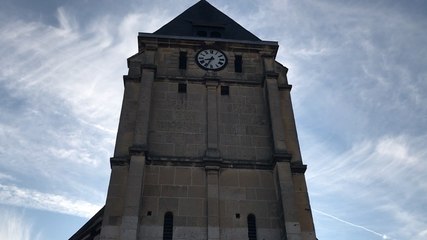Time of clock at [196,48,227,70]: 8:34
